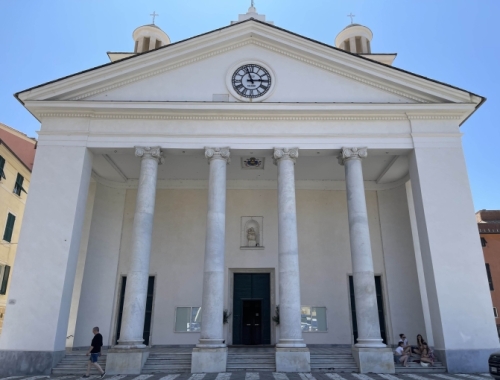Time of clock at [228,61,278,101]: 2:56
